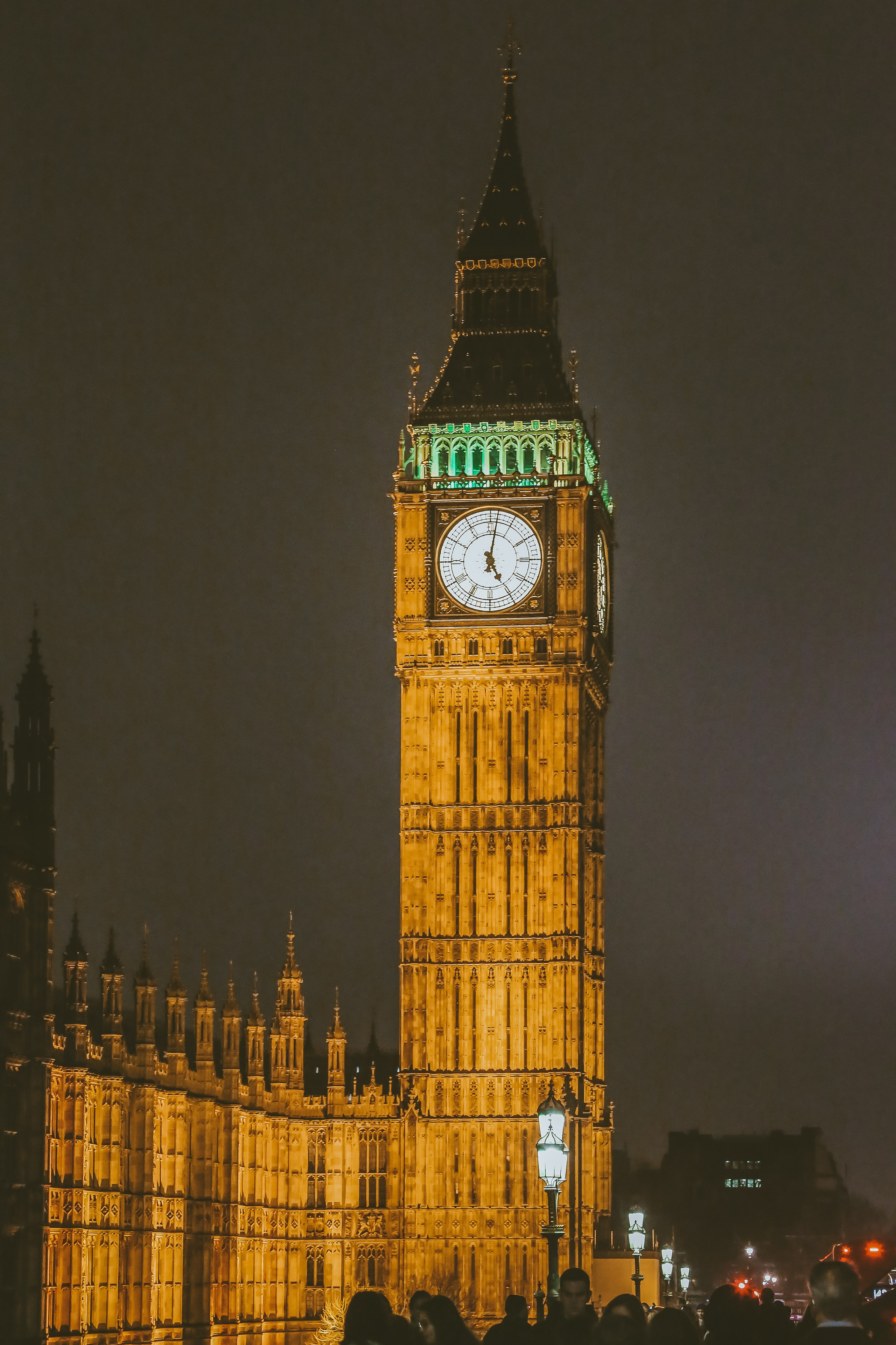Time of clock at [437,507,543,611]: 5:01
